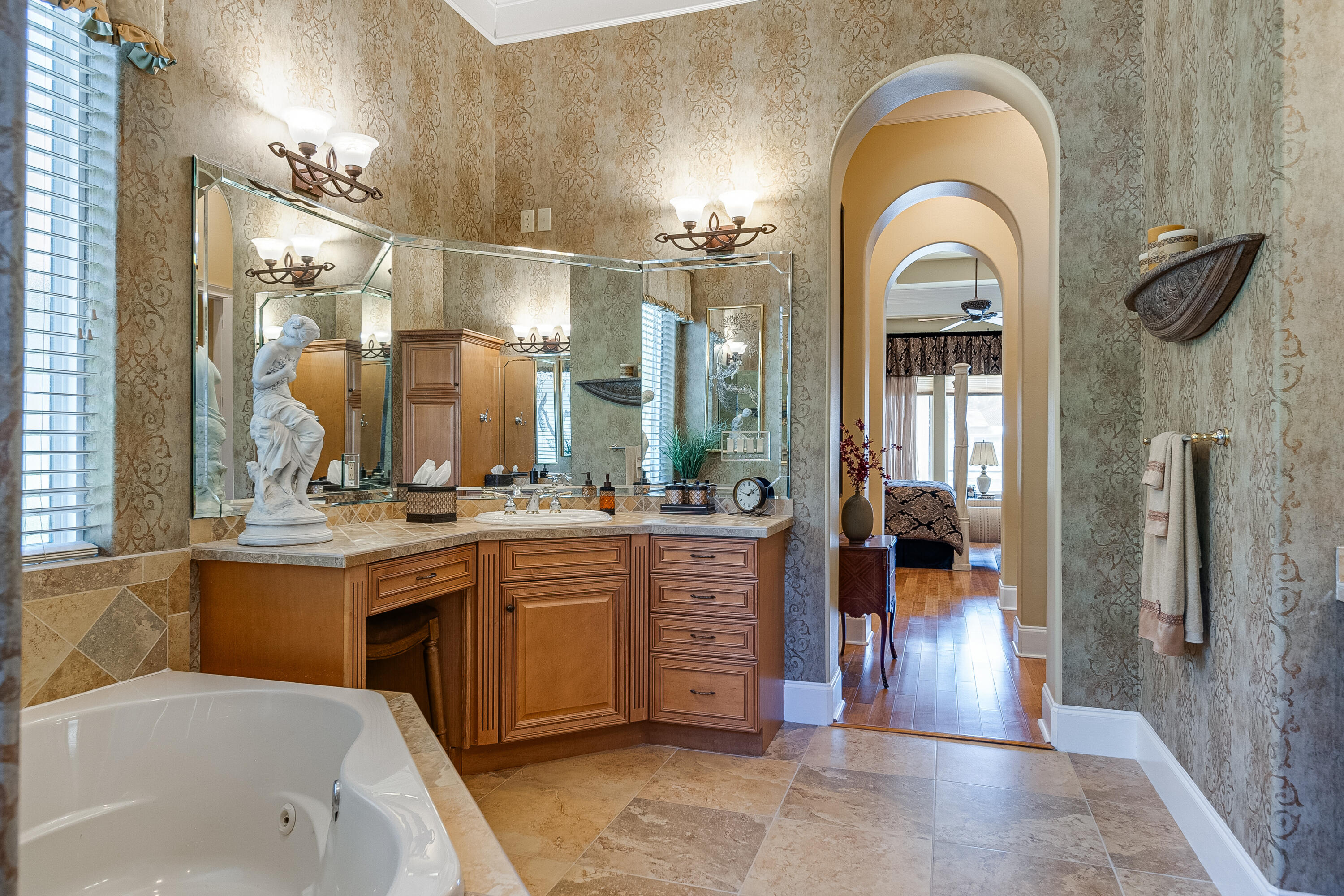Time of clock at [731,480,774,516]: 1:47
